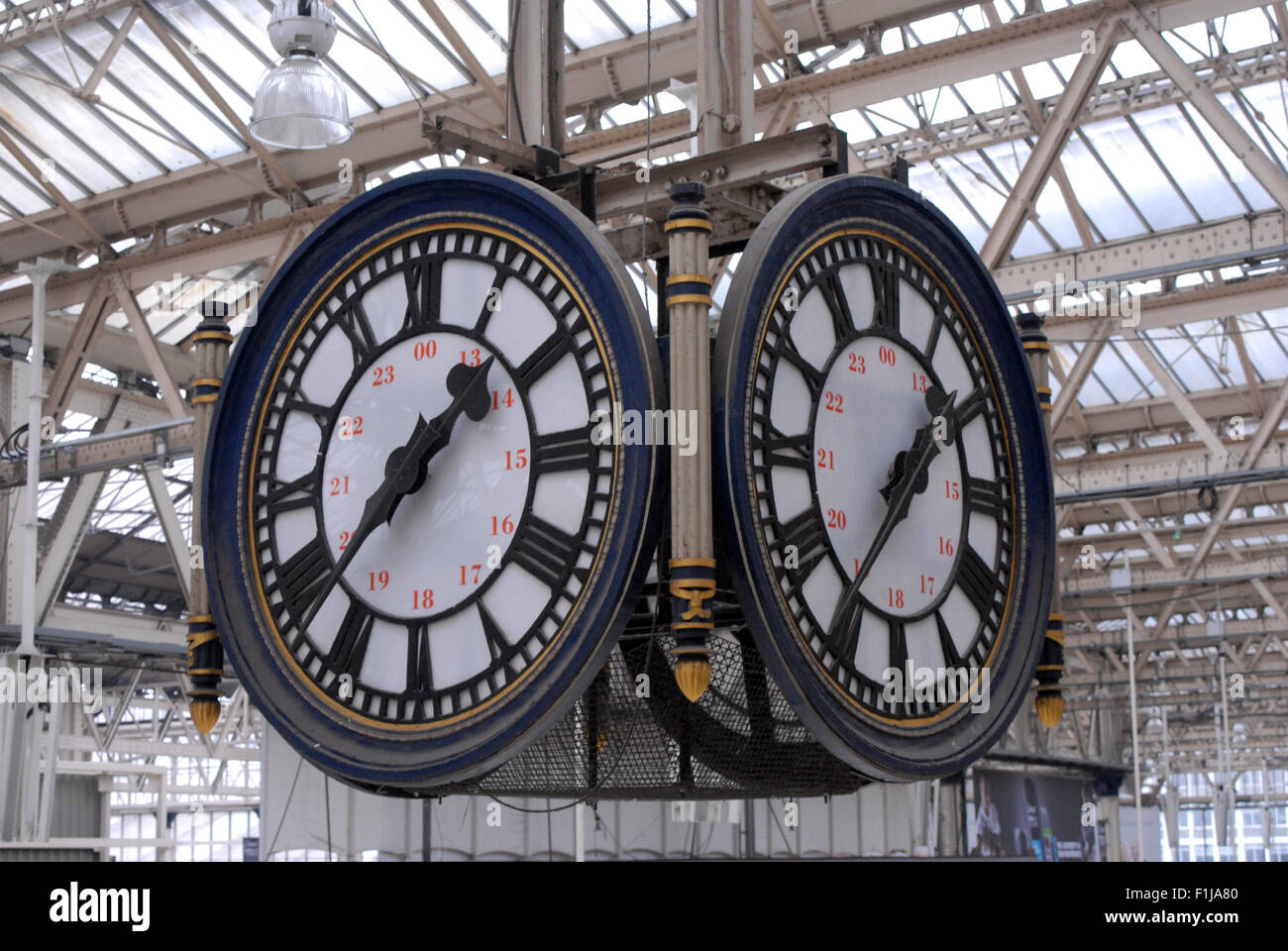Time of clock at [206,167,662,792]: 1:37
